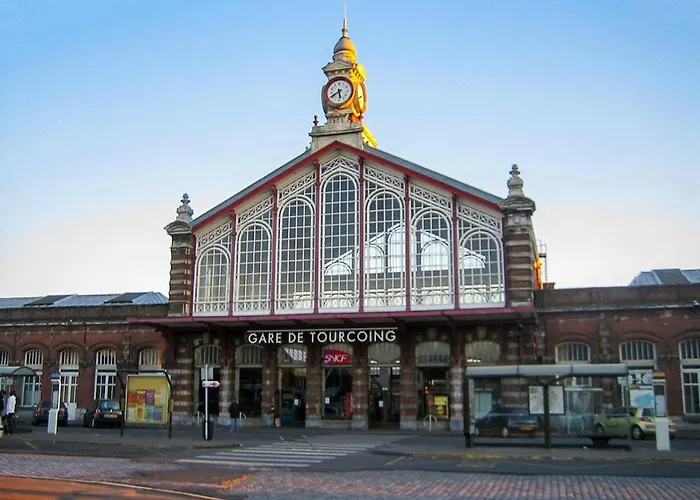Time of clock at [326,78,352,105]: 5:40
